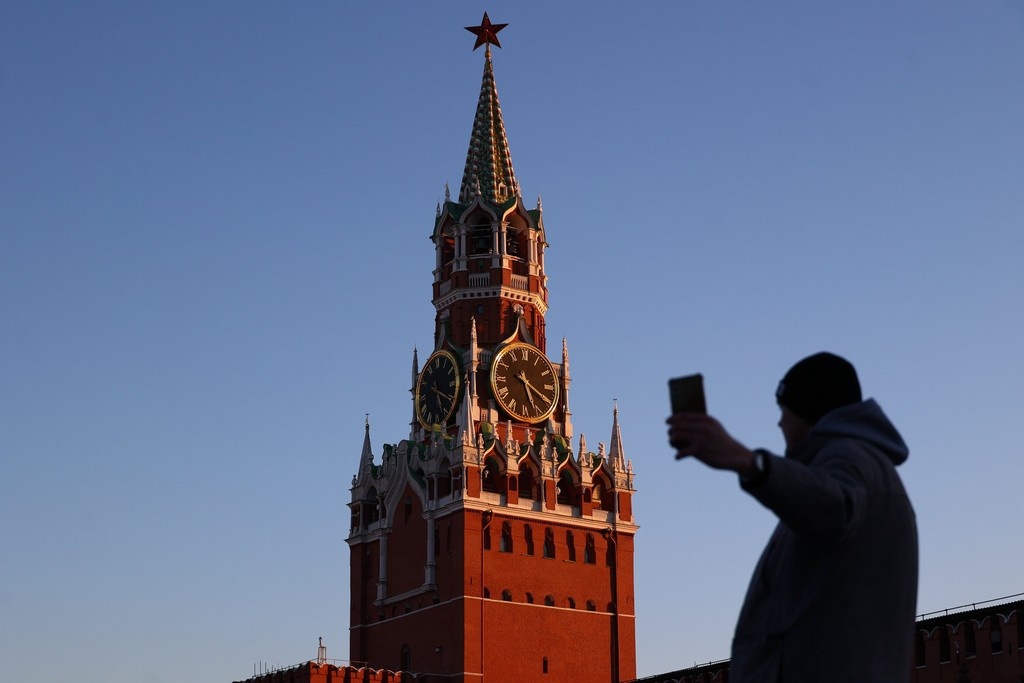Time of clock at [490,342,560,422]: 5:19
